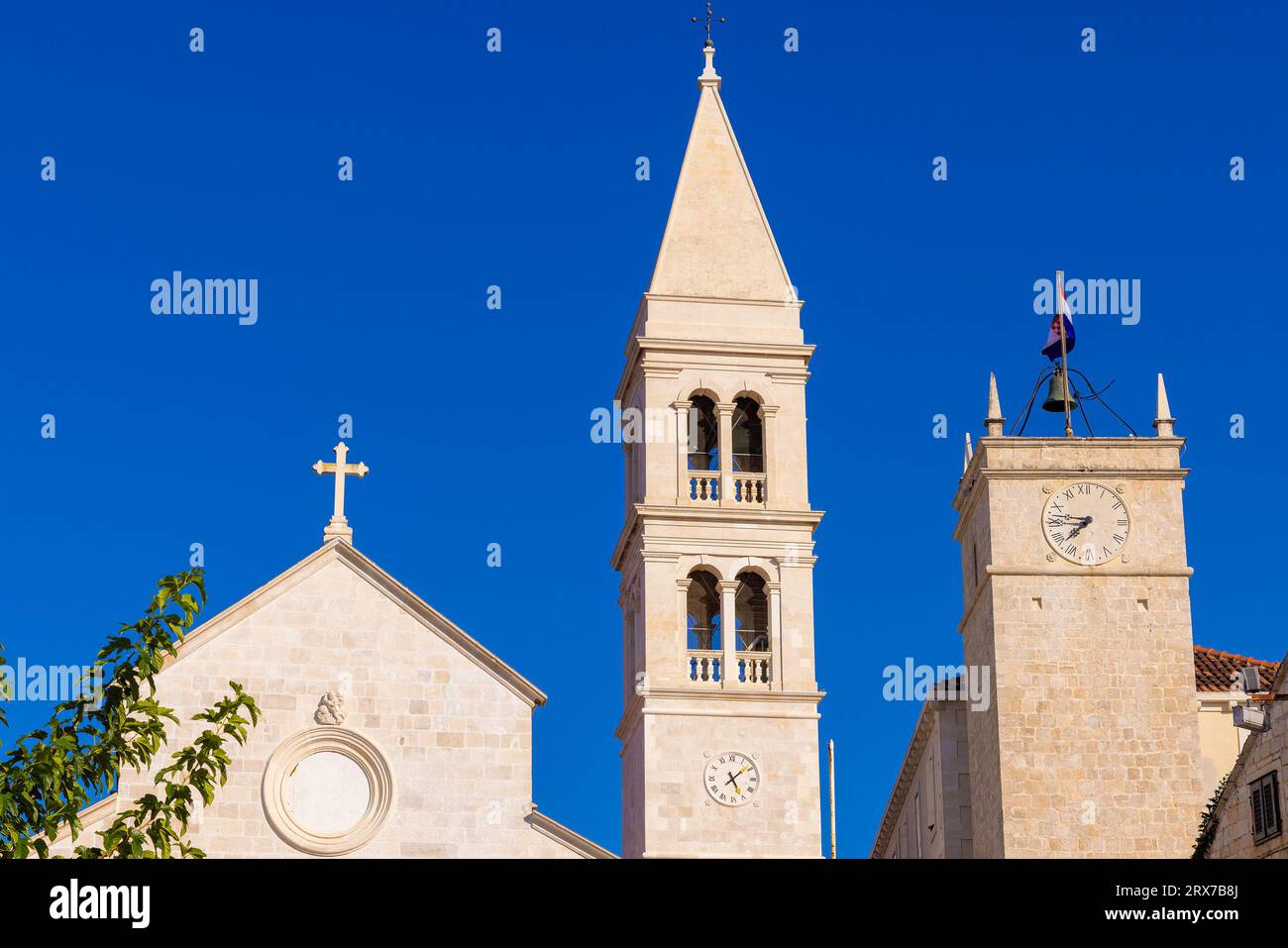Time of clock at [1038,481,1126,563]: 7:46
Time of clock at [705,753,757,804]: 5:08
